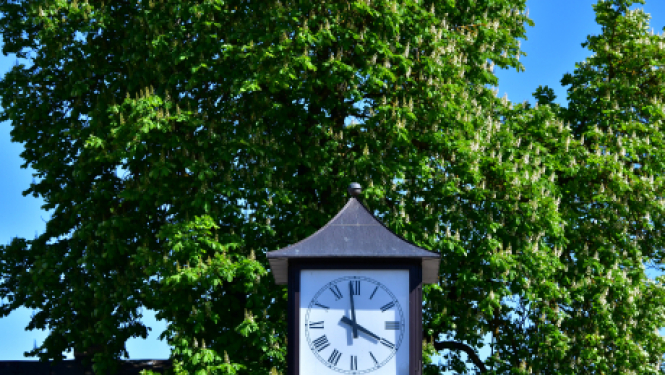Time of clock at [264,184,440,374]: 3:59
